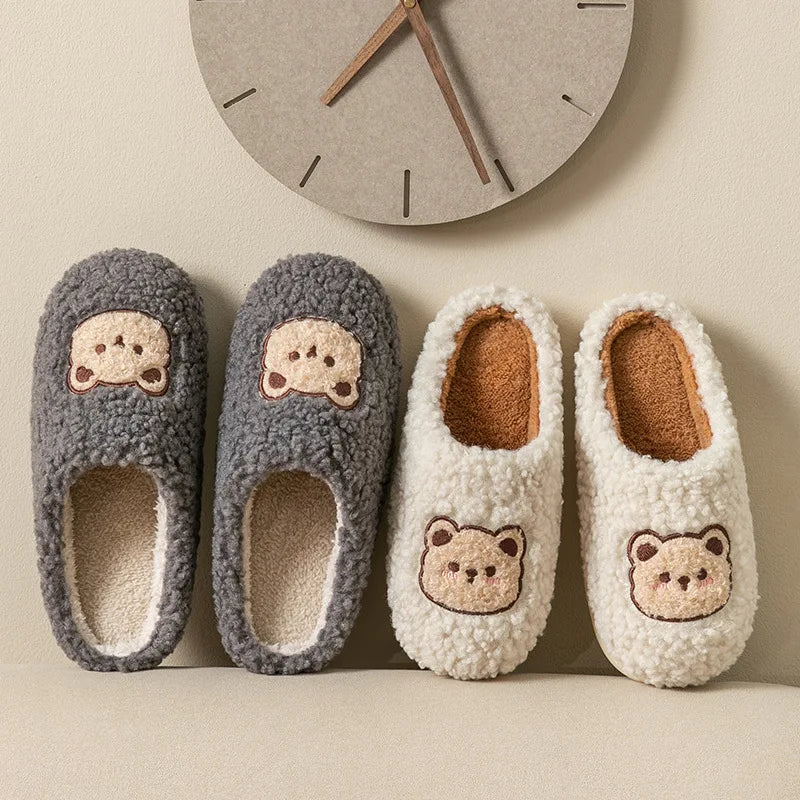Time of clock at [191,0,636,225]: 7:25
